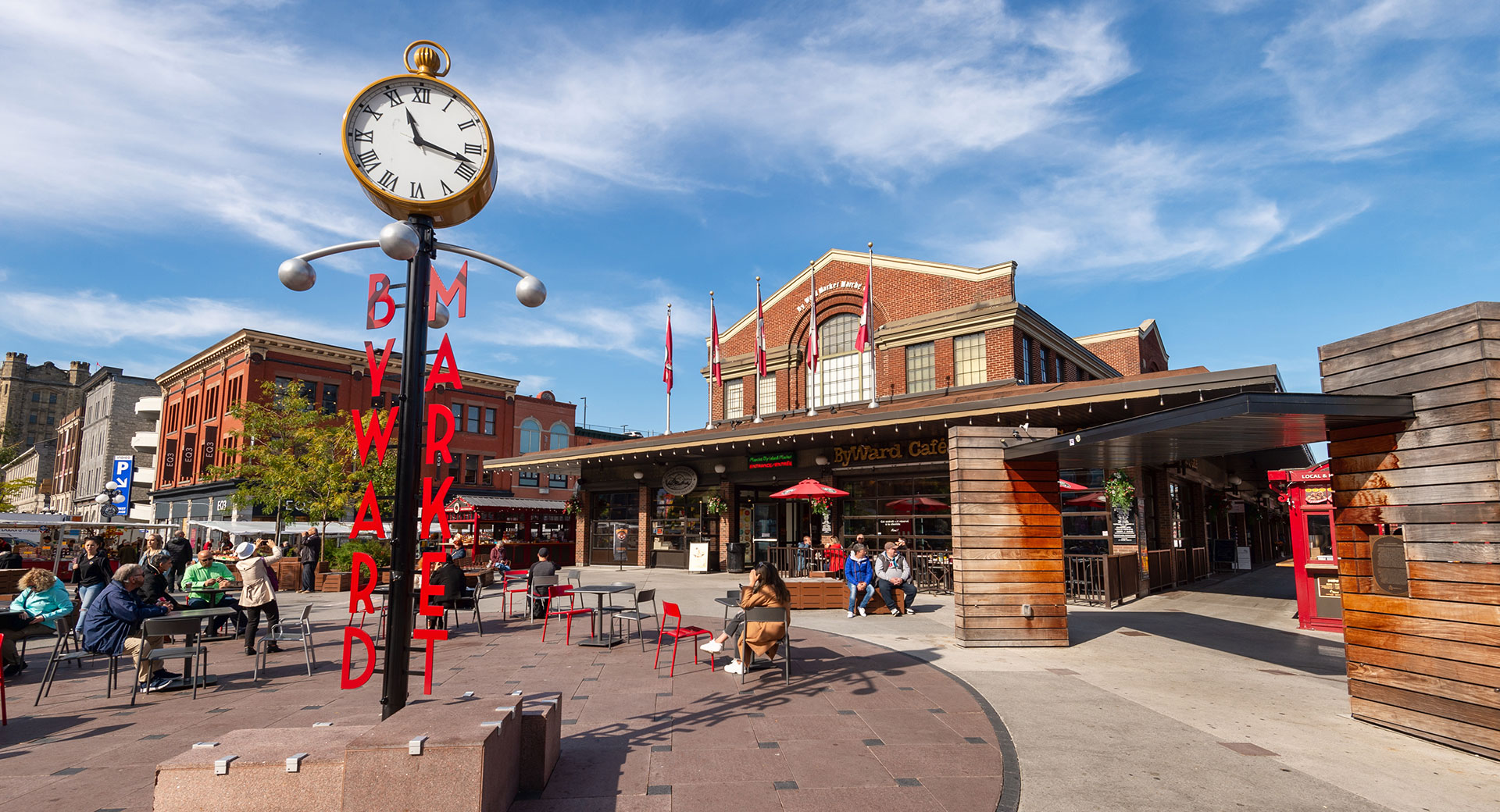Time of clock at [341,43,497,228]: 11:17
